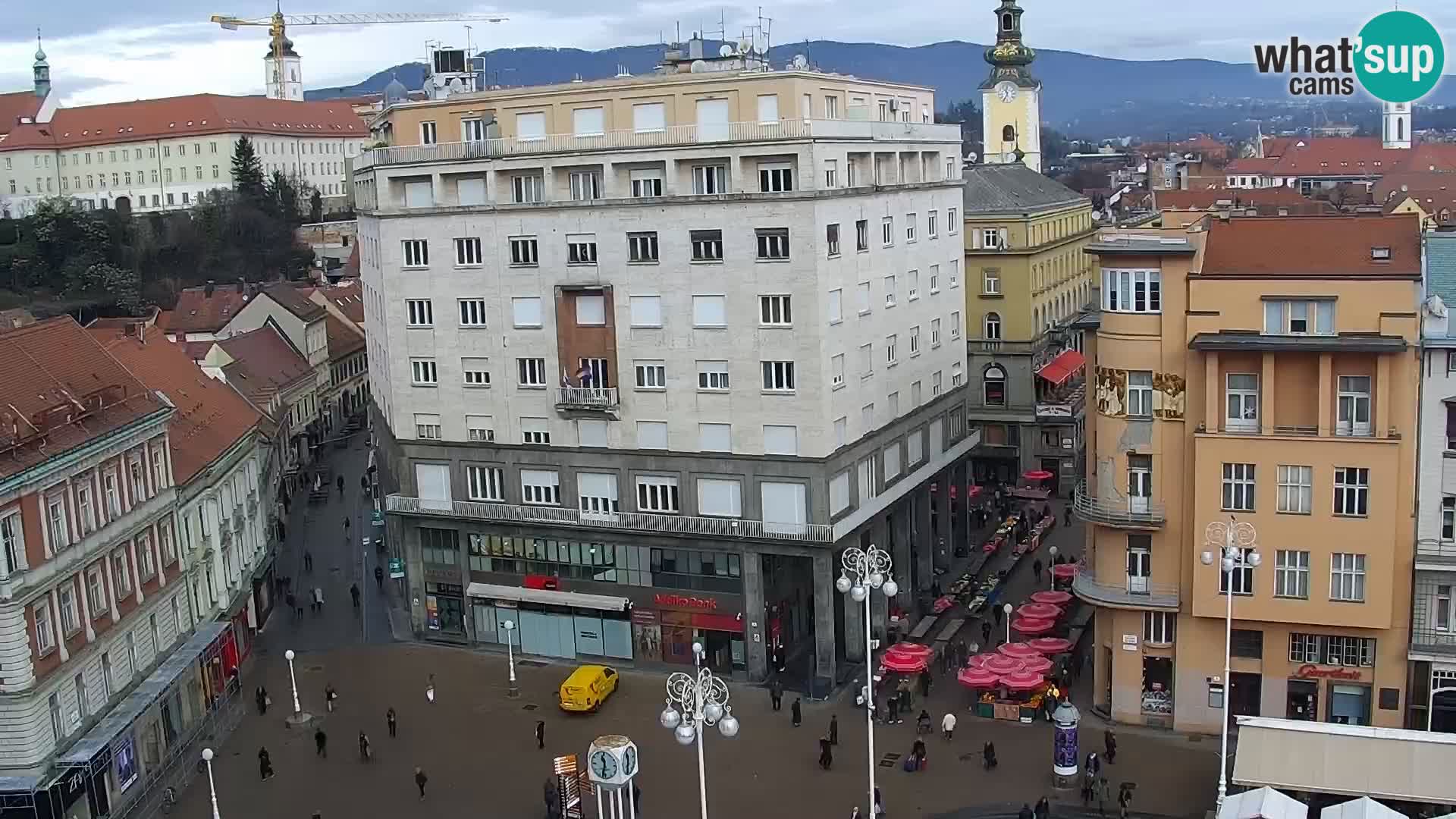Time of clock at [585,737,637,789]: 11:32
